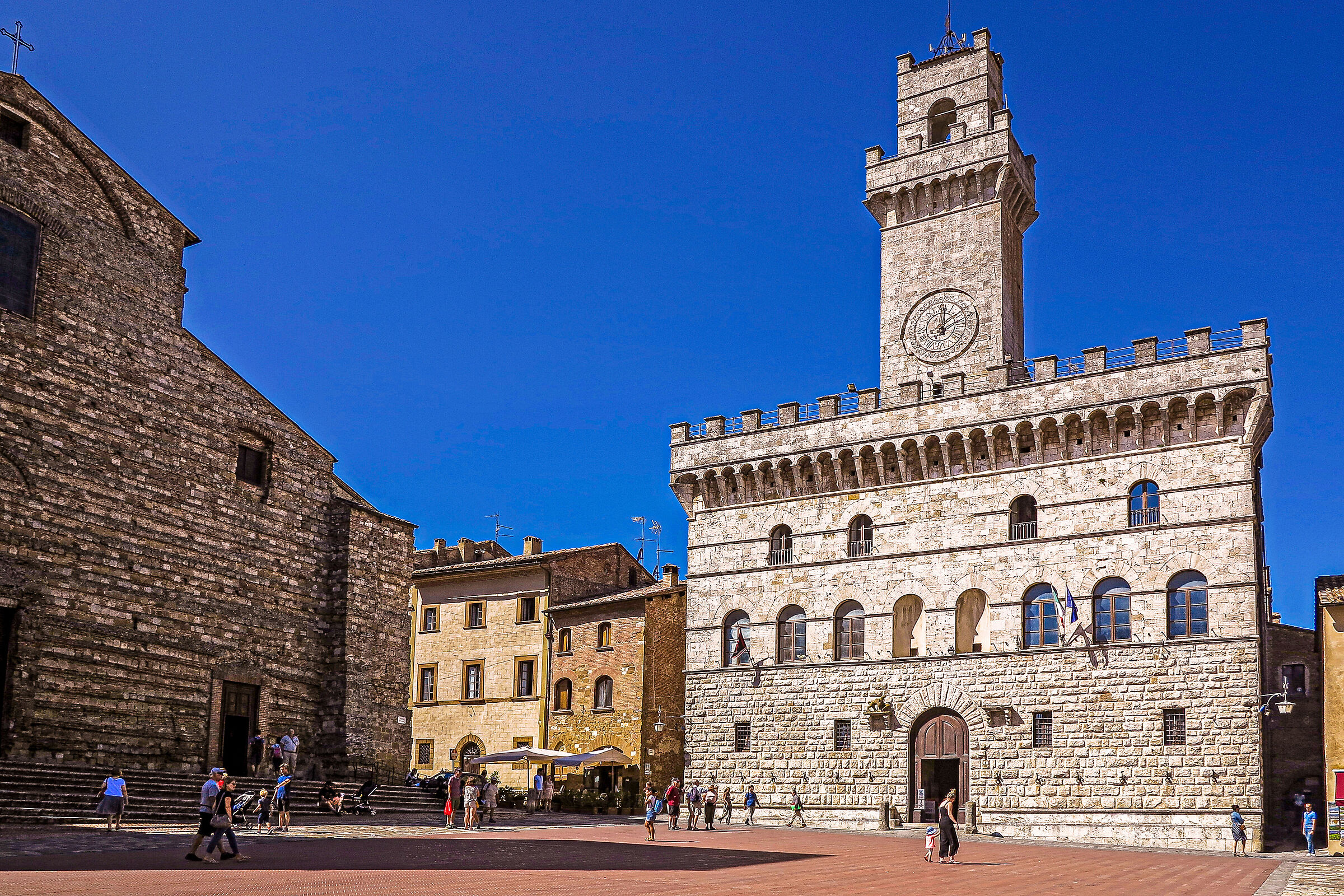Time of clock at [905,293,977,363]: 12:09
